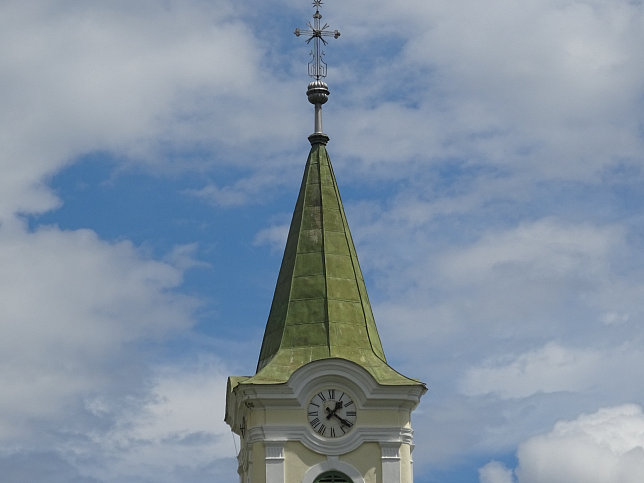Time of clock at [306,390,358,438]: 1:21
